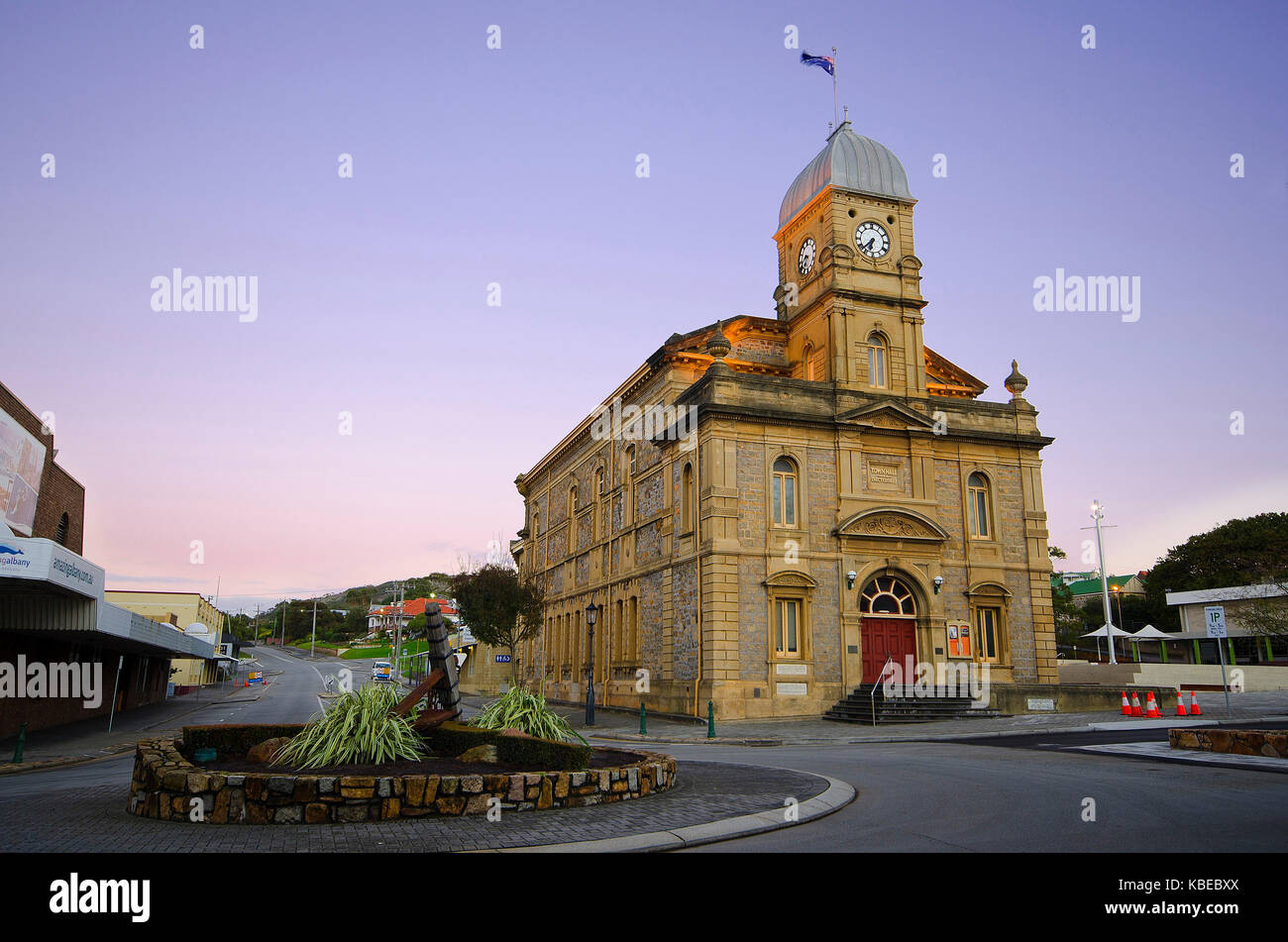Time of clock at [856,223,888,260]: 6:38
